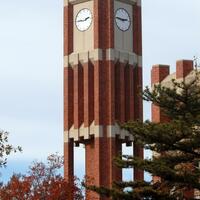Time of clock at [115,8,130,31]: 2:46
